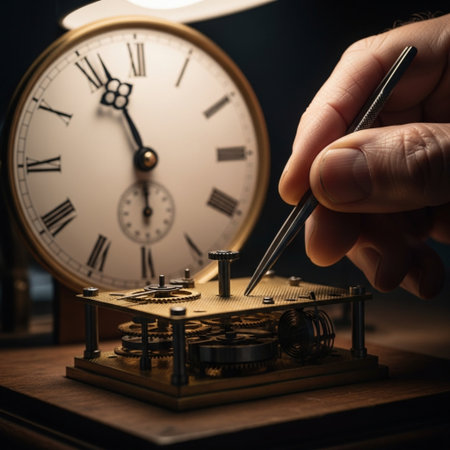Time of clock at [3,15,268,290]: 5:56
